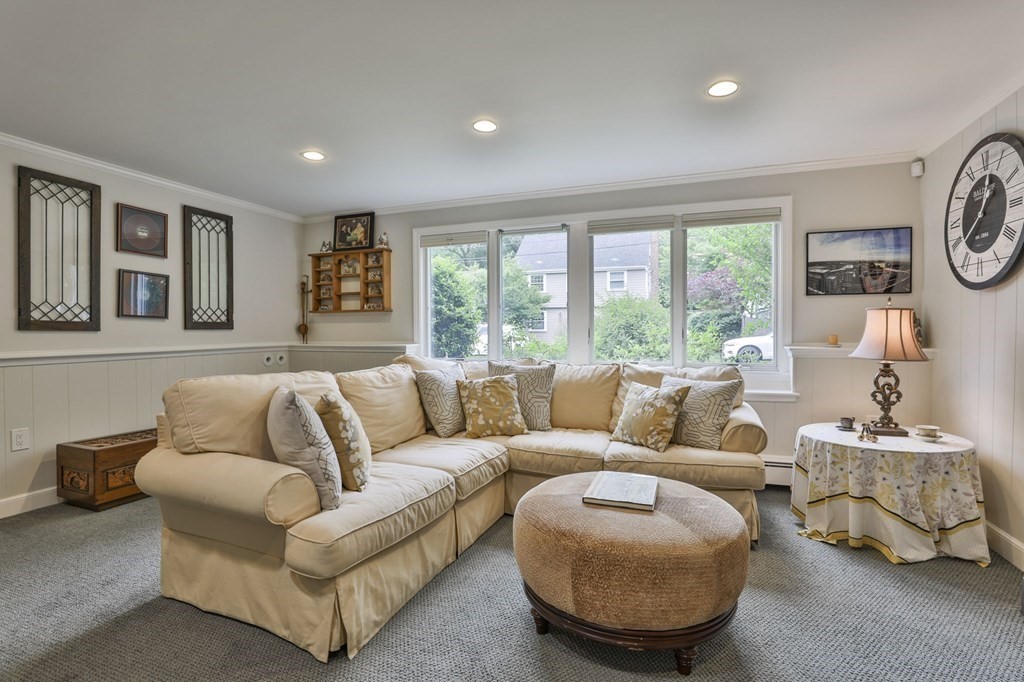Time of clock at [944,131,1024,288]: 1:01
